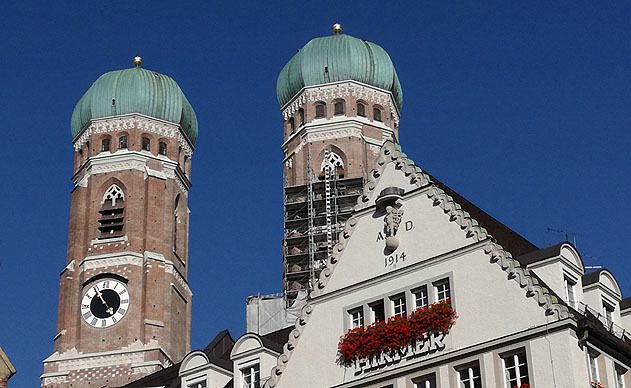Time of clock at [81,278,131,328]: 4:54
